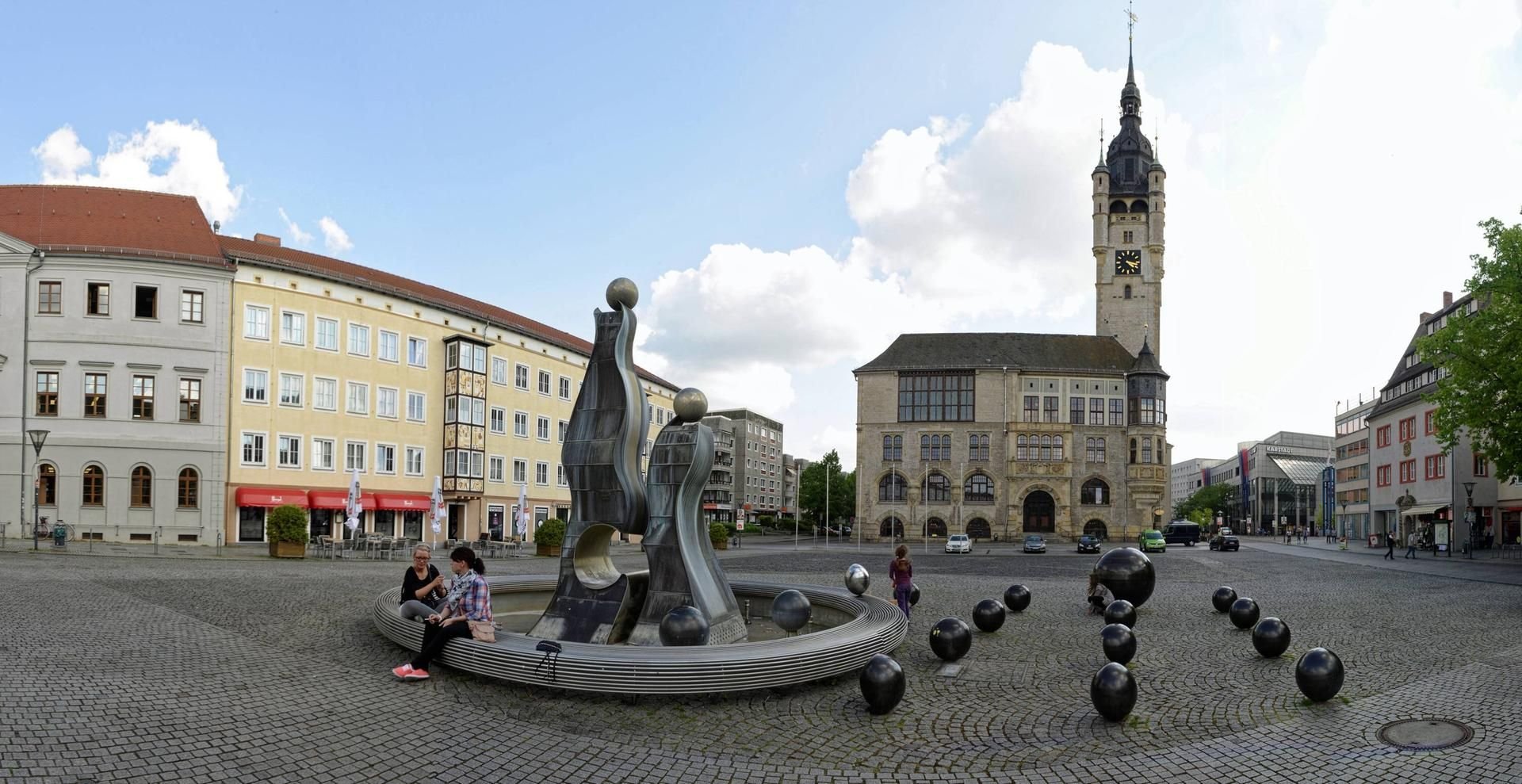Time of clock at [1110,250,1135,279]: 4:17
